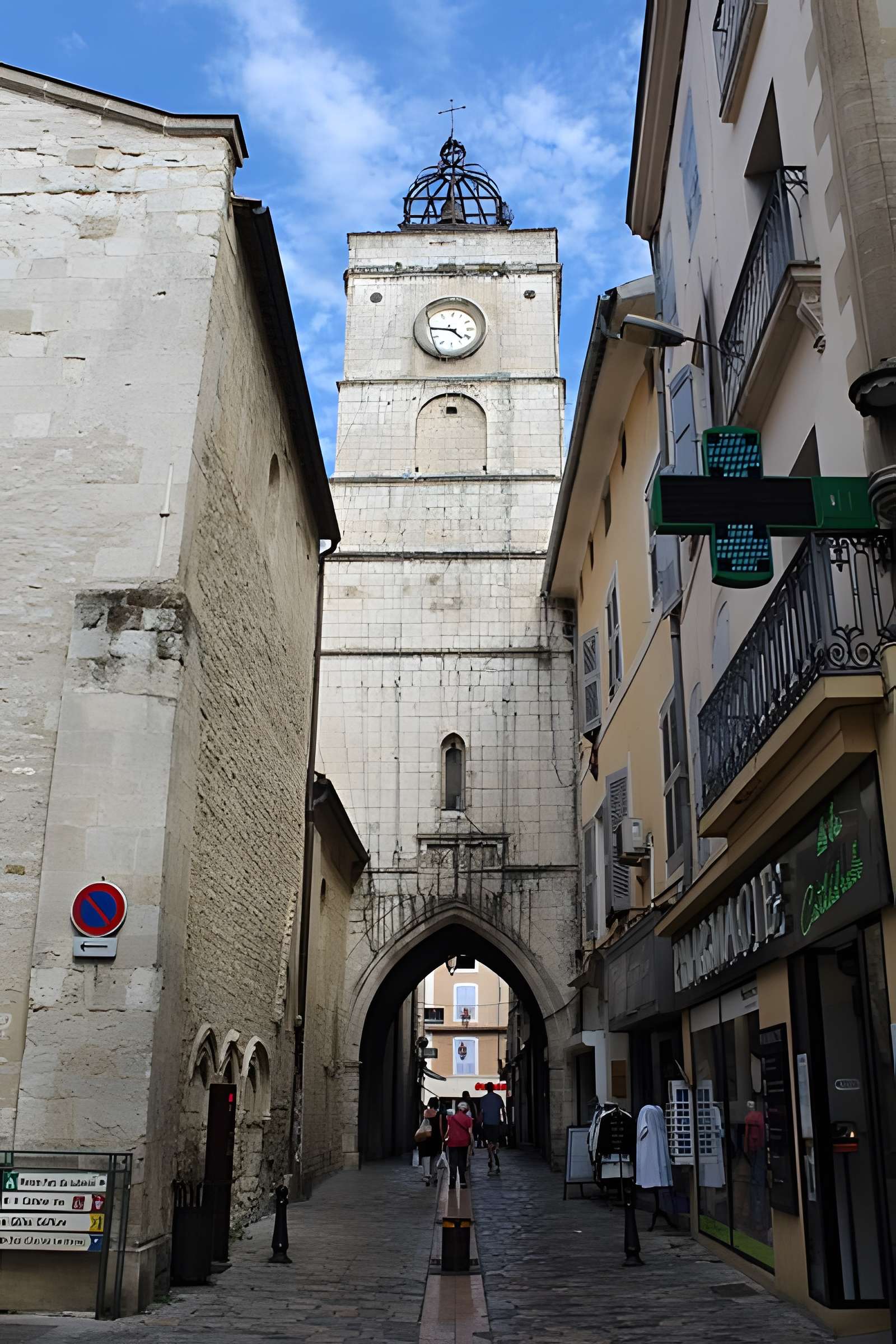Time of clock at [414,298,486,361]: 4:44
